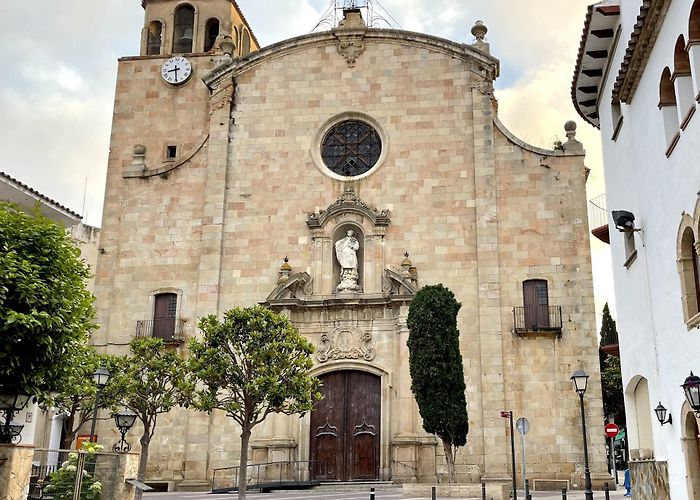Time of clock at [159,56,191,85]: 8:29
